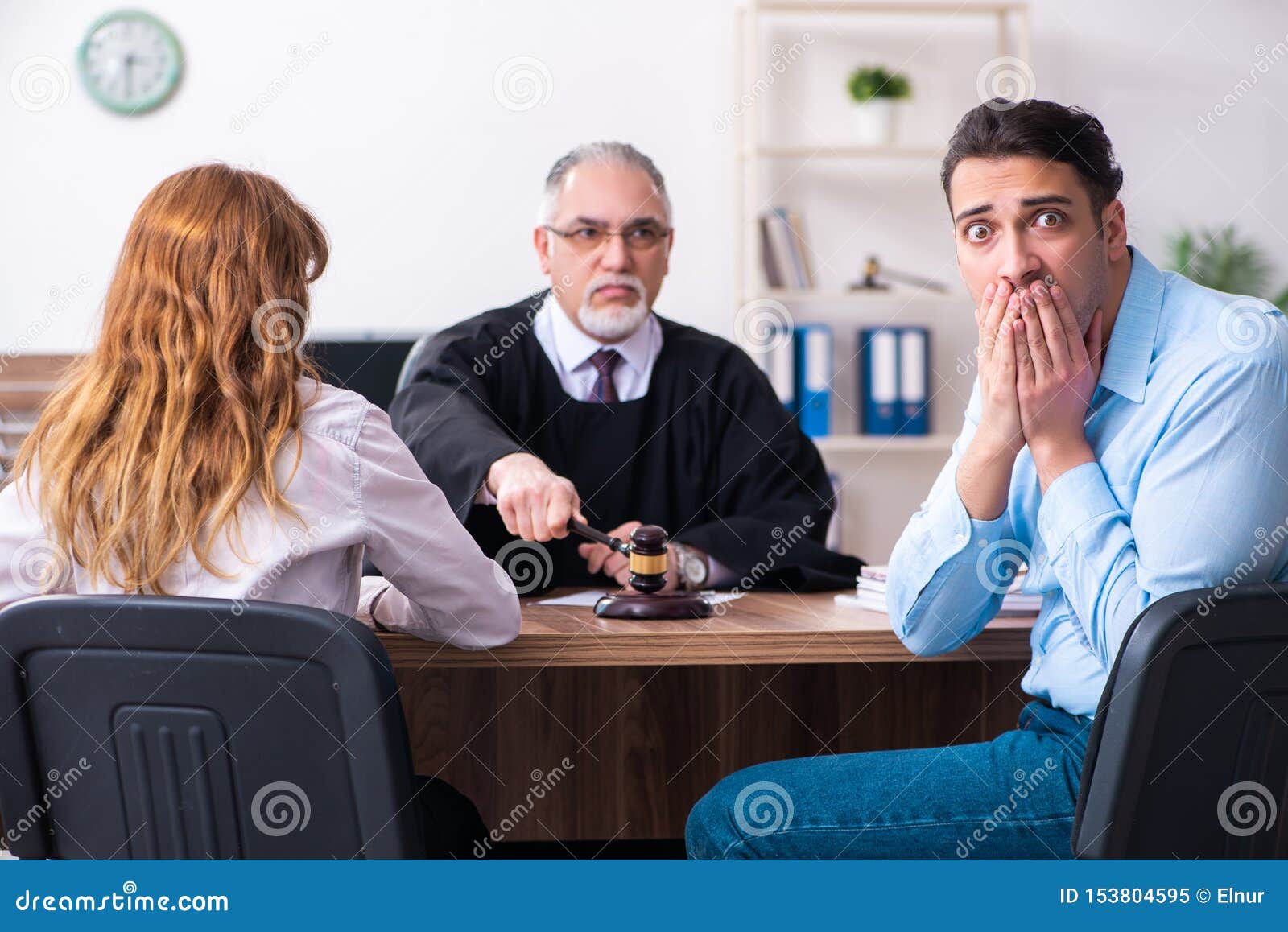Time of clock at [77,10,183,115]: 6:15
